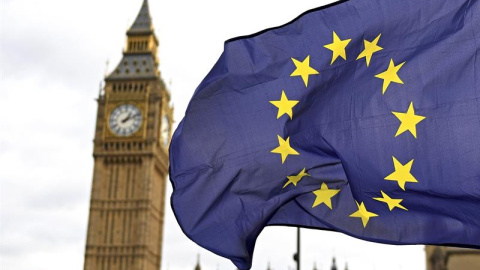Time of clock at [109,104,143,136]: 1:11
